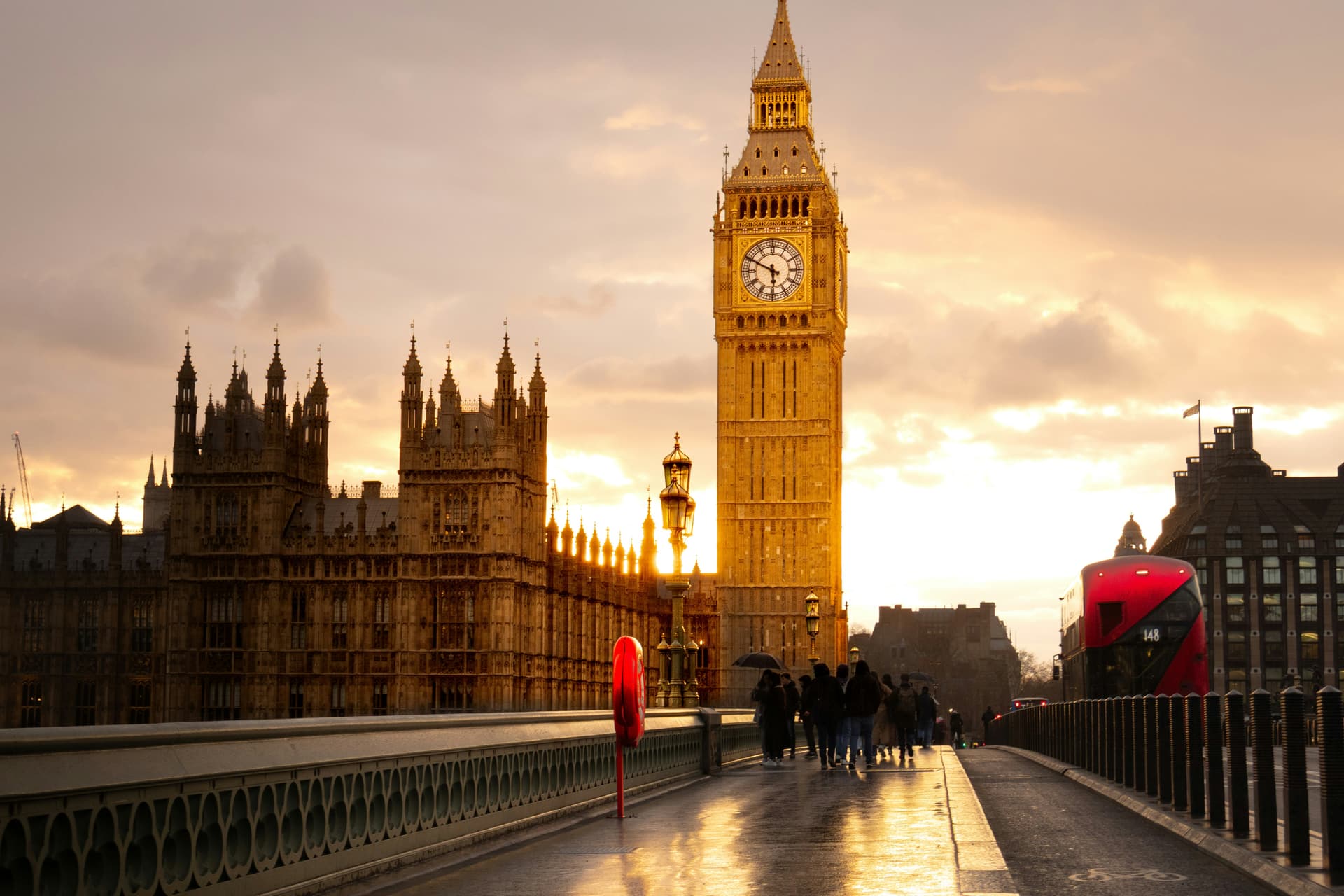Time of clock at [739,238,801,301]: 5:49
